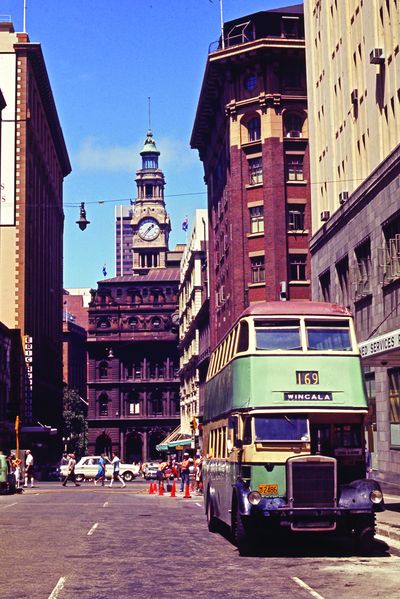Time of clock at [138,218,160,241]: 1:36
